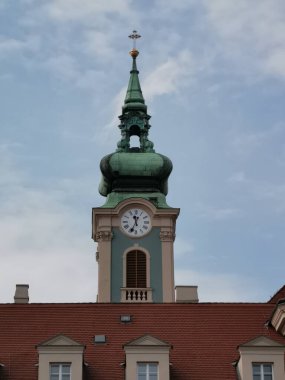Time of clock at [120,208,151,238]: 11:33
